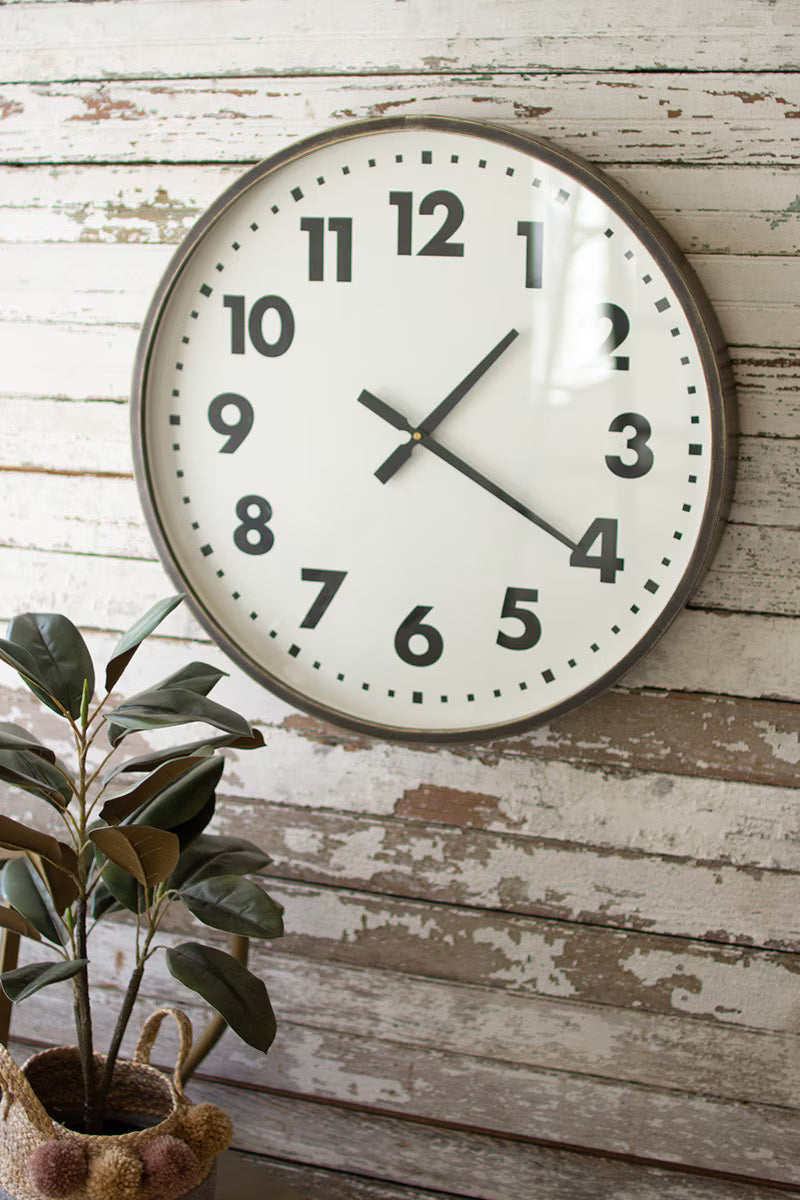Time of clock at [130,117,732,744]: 1:20
